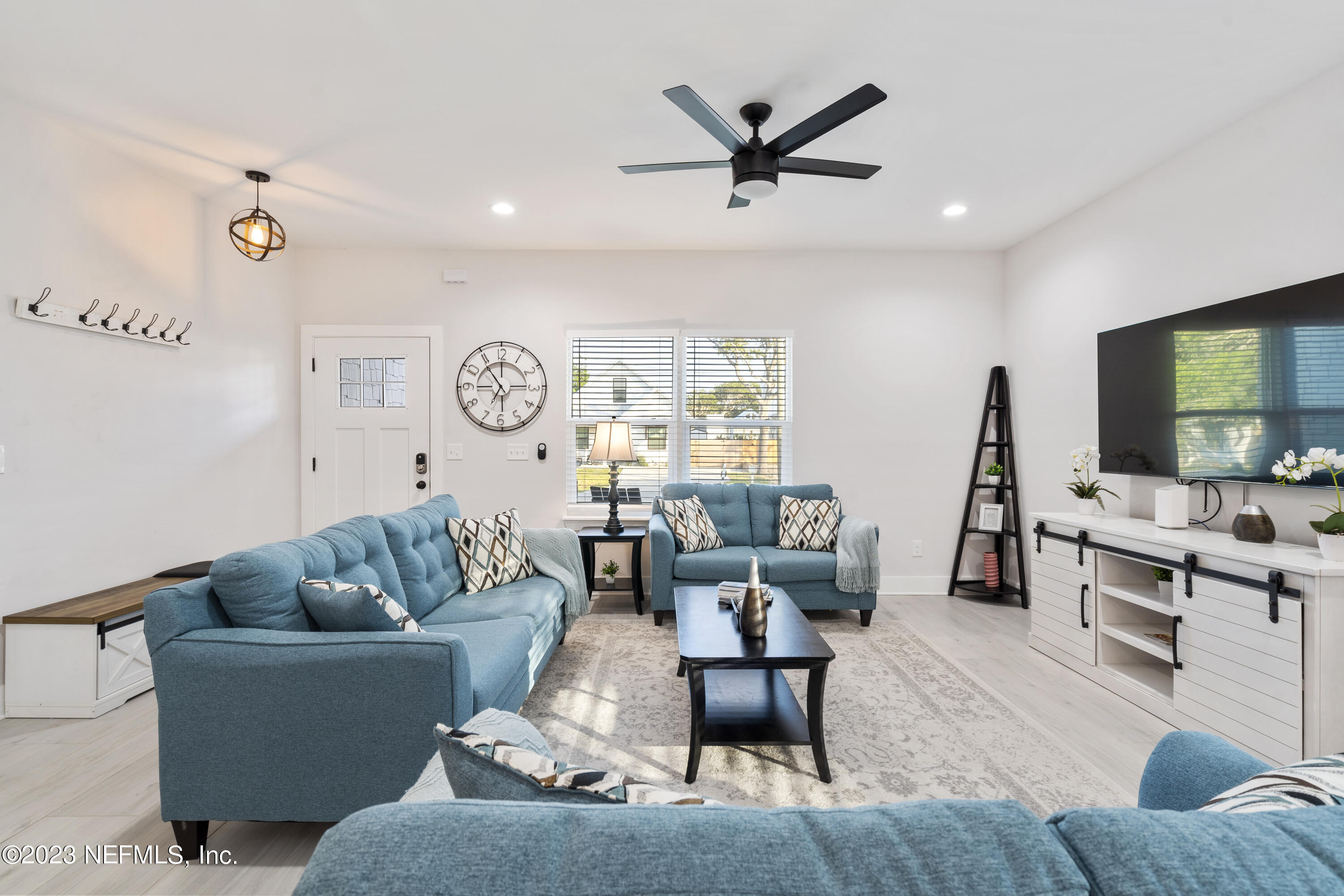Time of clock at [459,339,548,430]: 6:53
